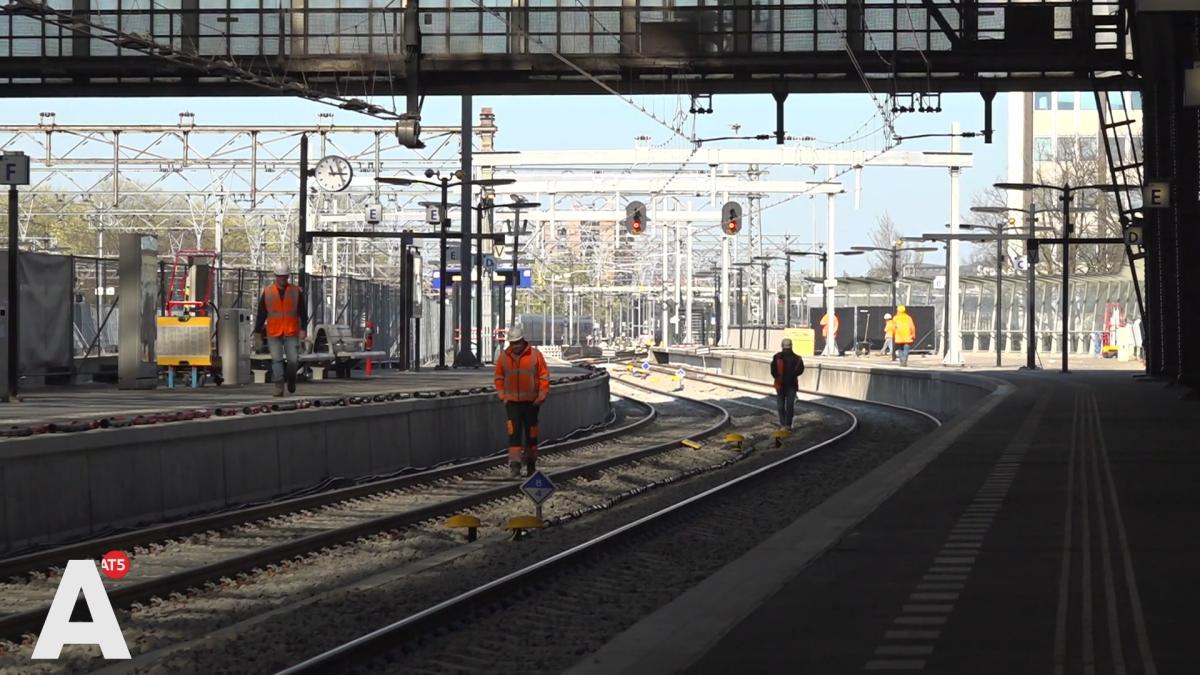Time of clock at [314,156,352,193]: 11:14
